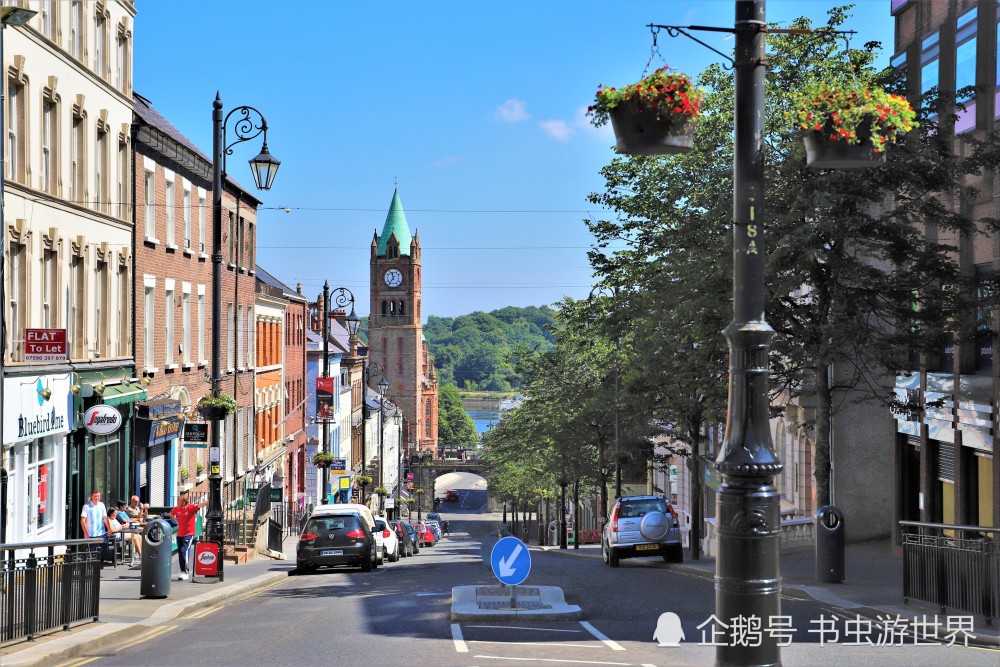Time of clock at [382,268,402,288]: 11:36
